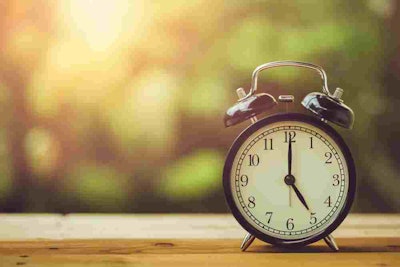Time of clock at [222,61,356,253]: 5:00
